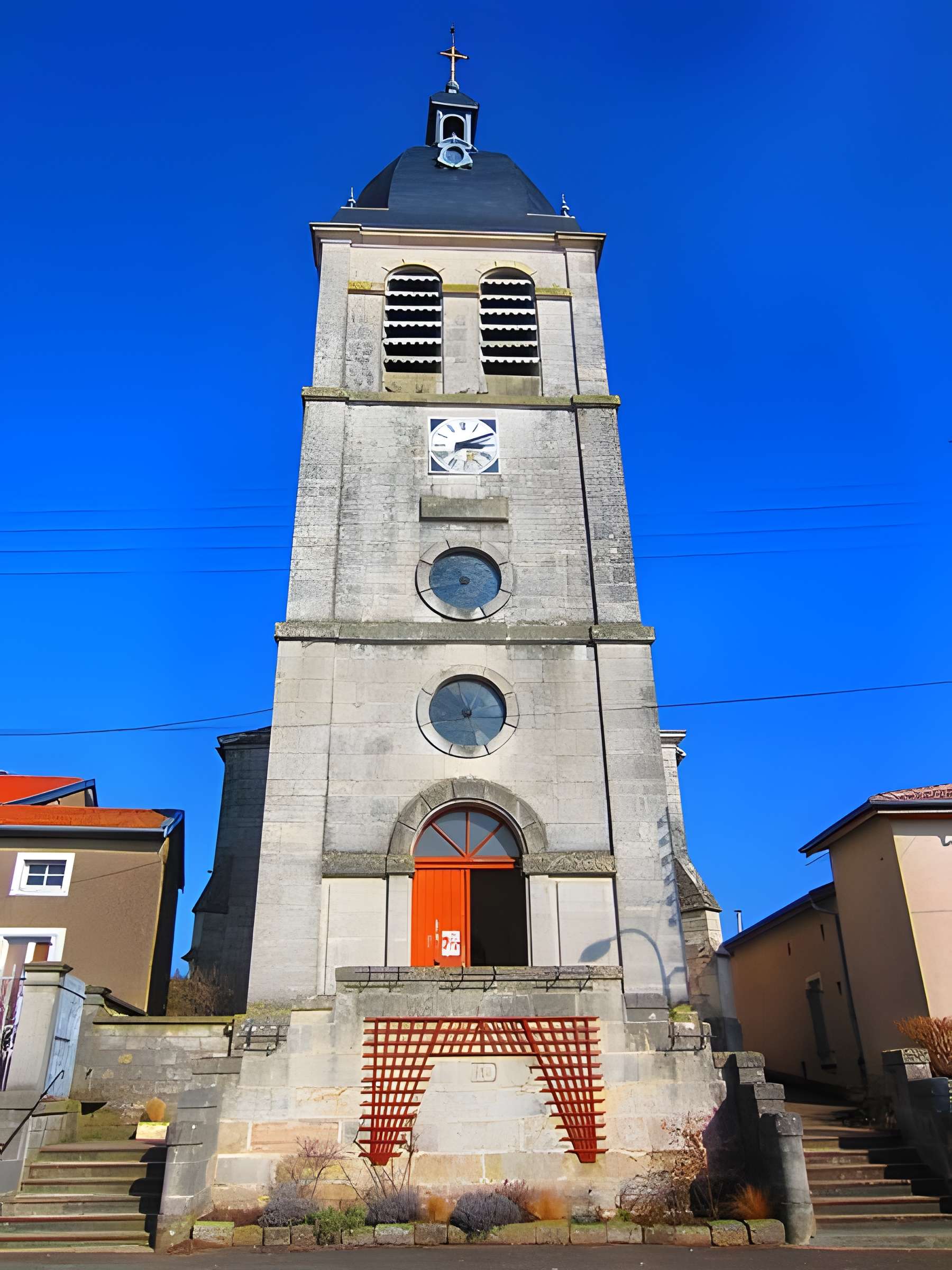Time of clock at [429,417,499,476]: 3:11
